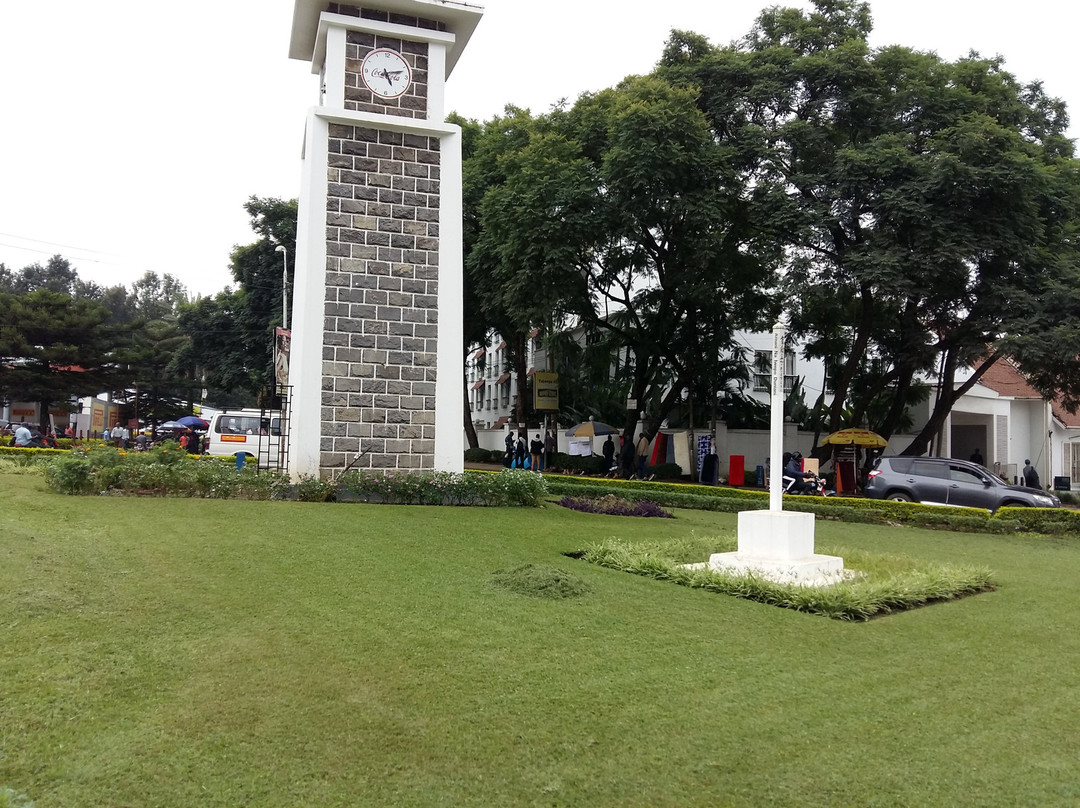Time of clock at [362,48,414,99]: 5:11
